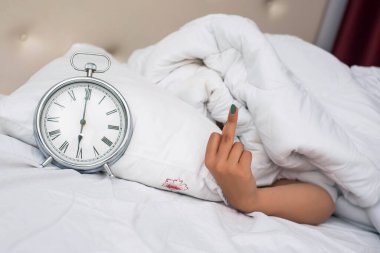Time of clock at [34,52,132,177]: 6:00
